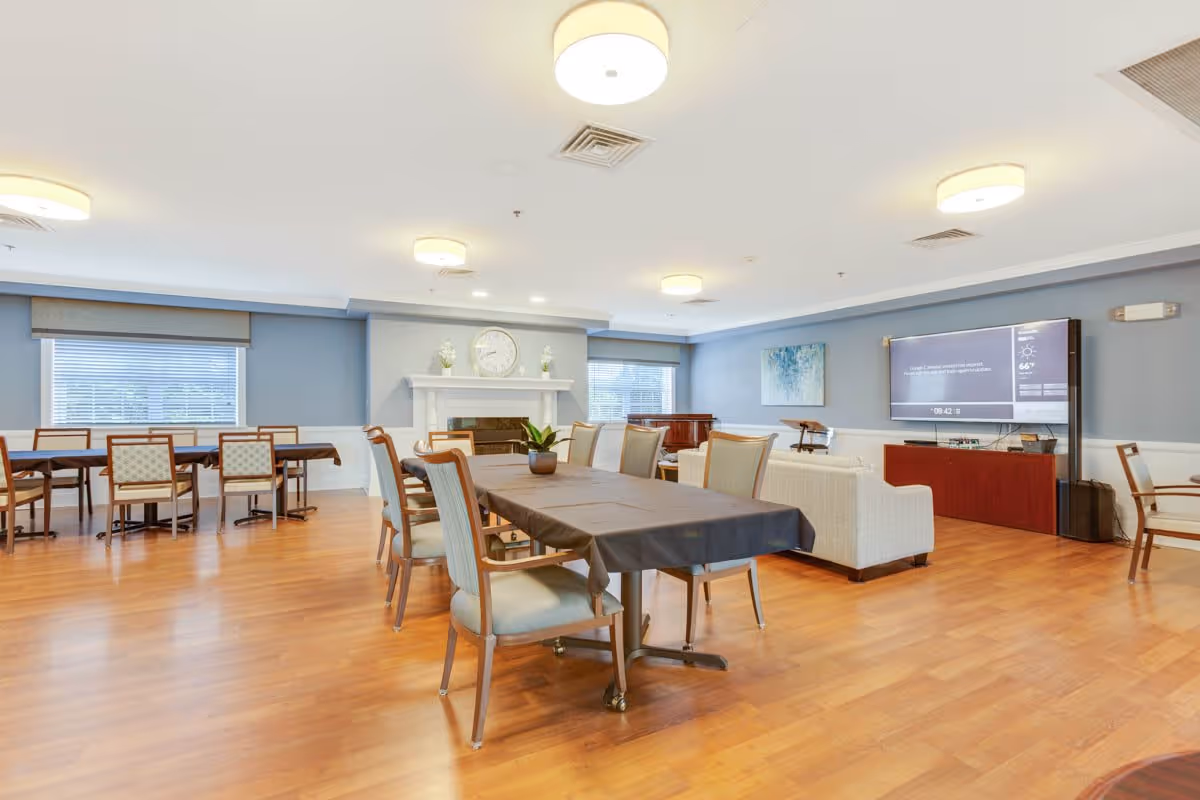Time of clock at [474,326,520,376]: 8:41
